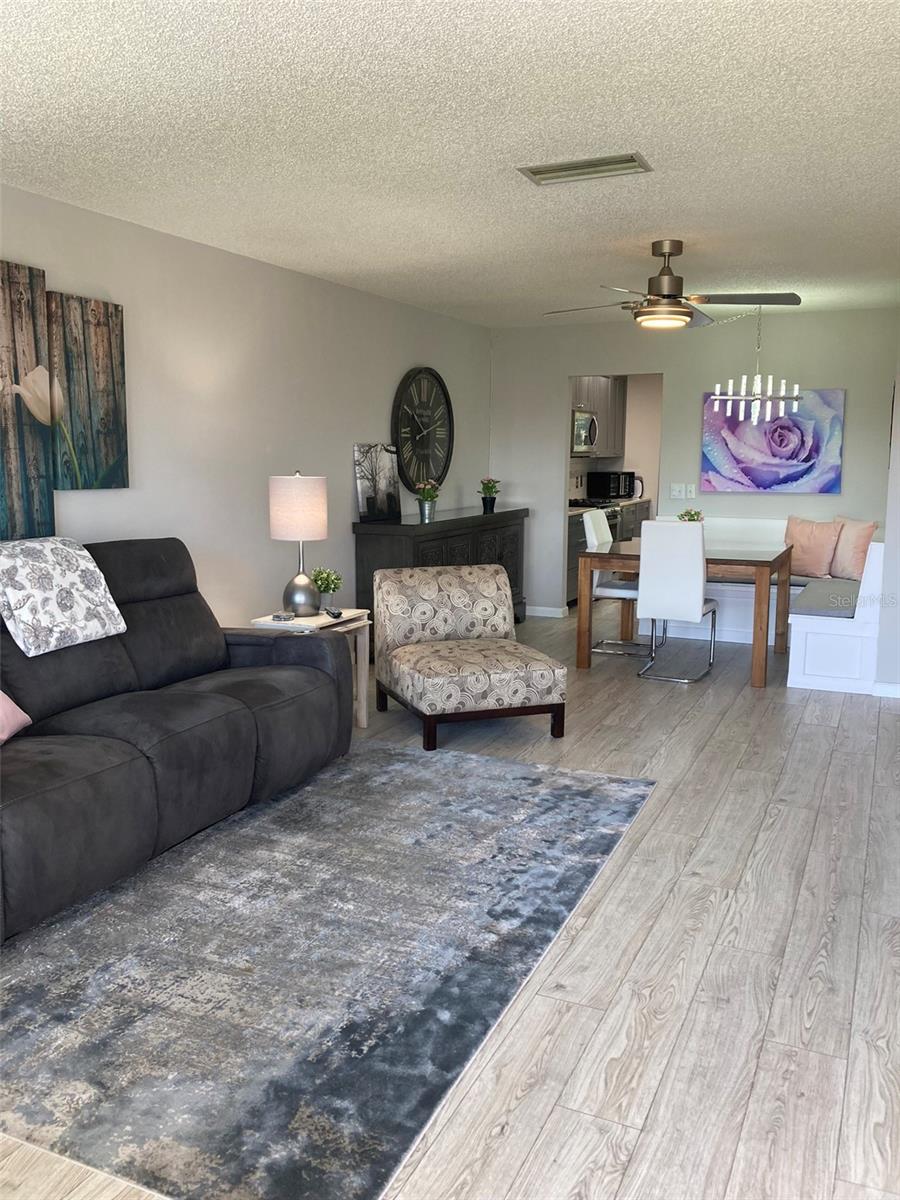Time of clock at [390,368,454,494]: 10:12
